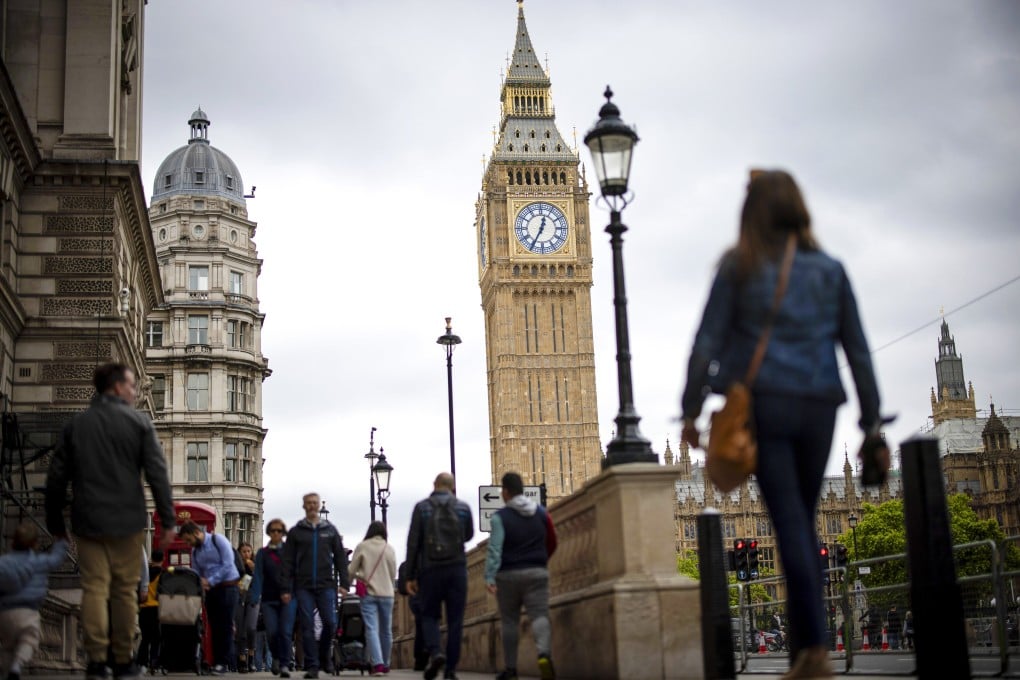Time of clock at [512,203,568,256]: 12:34
